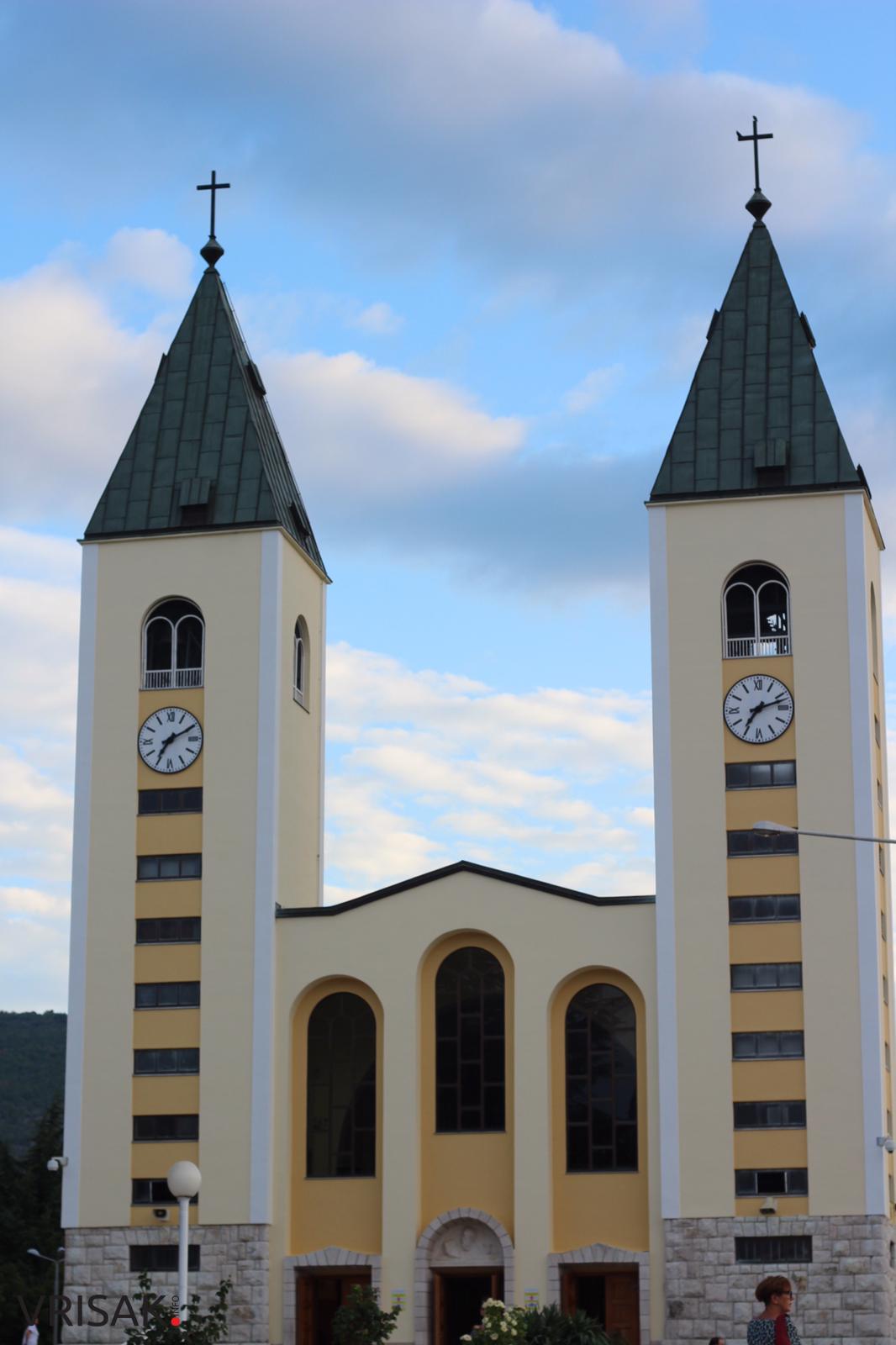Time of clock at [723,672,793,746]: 7:12
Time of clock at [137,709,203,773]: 7:10
